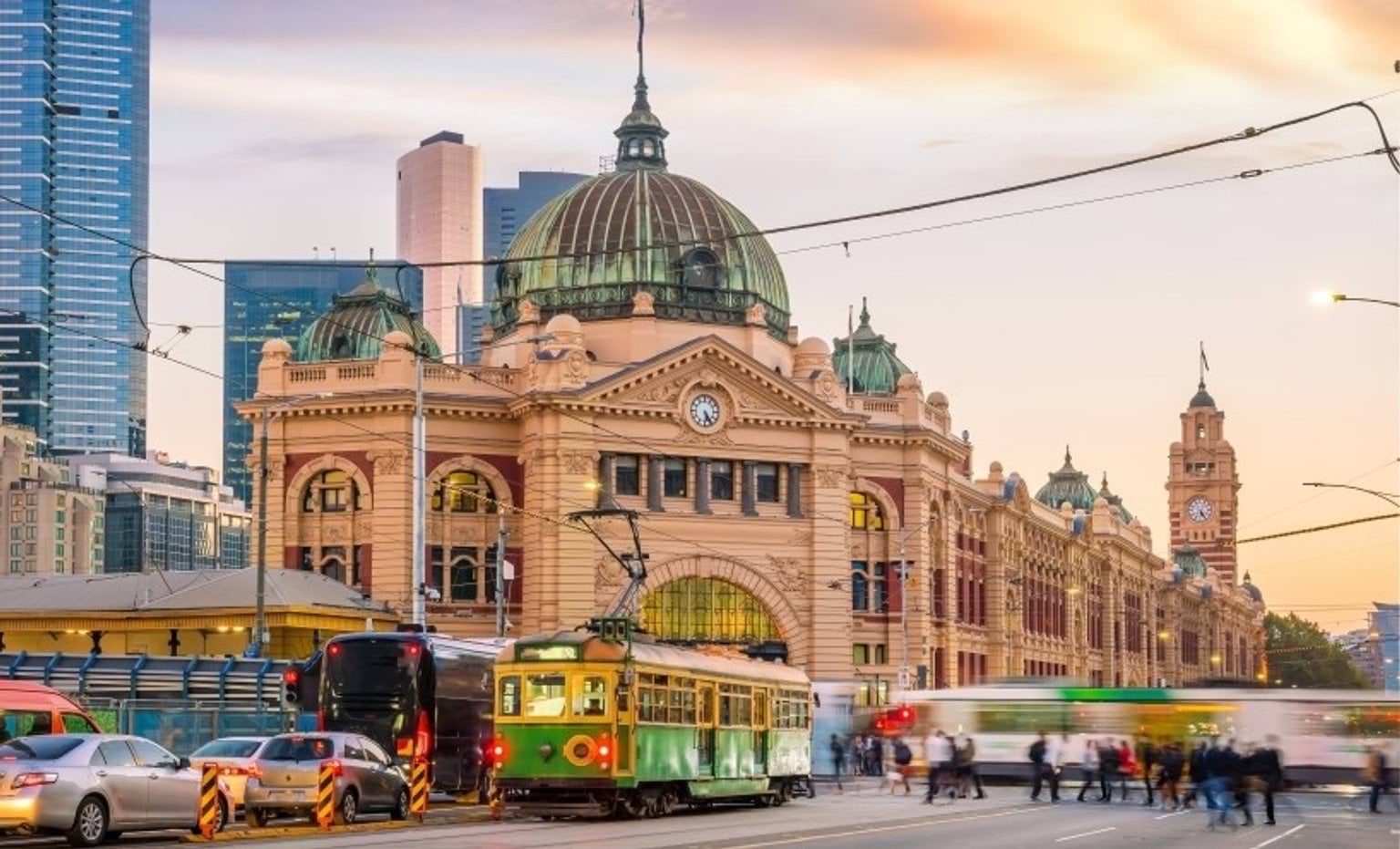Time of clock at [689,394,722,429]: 5:24
